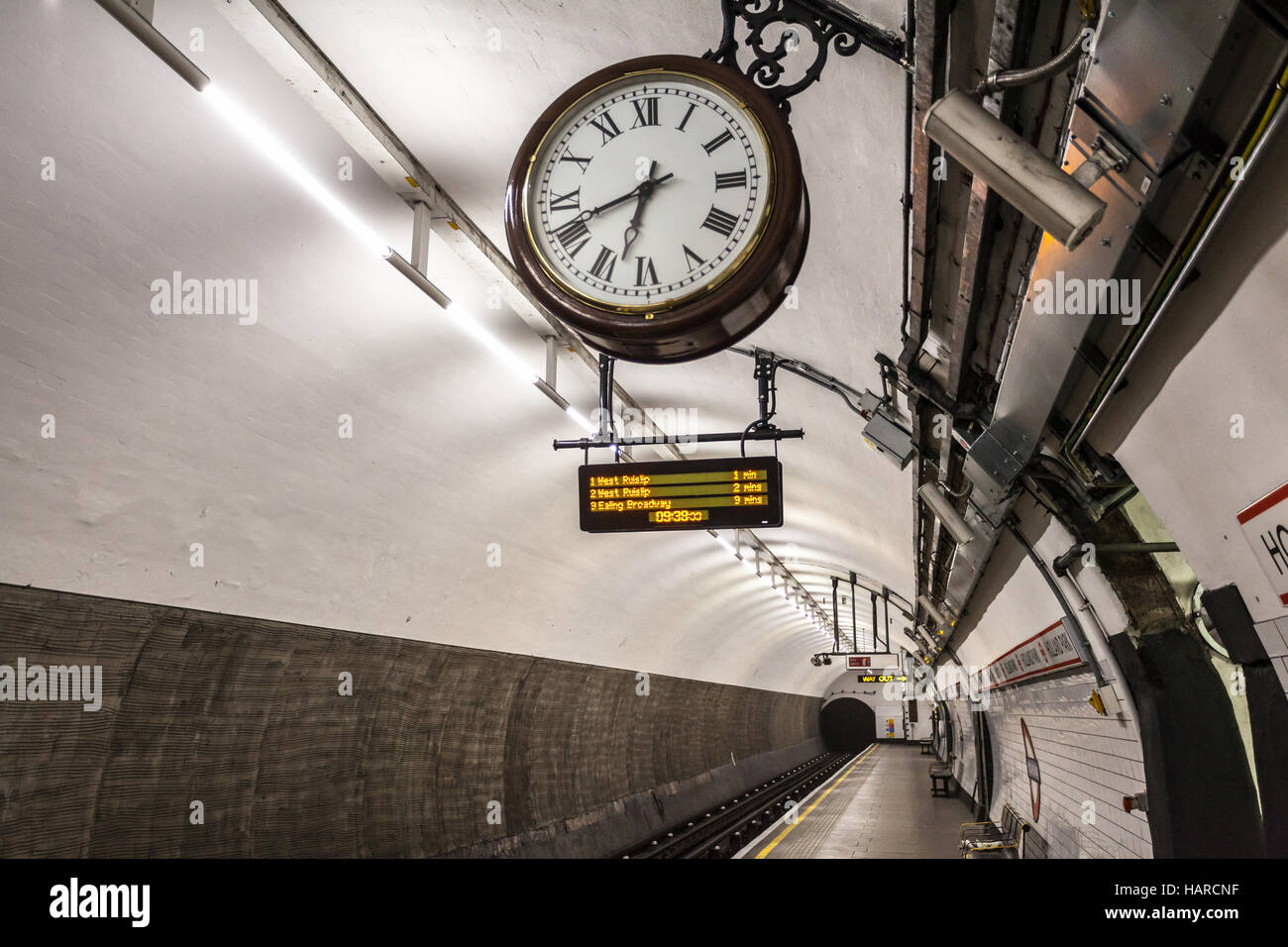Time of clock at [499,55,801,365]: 6:41
